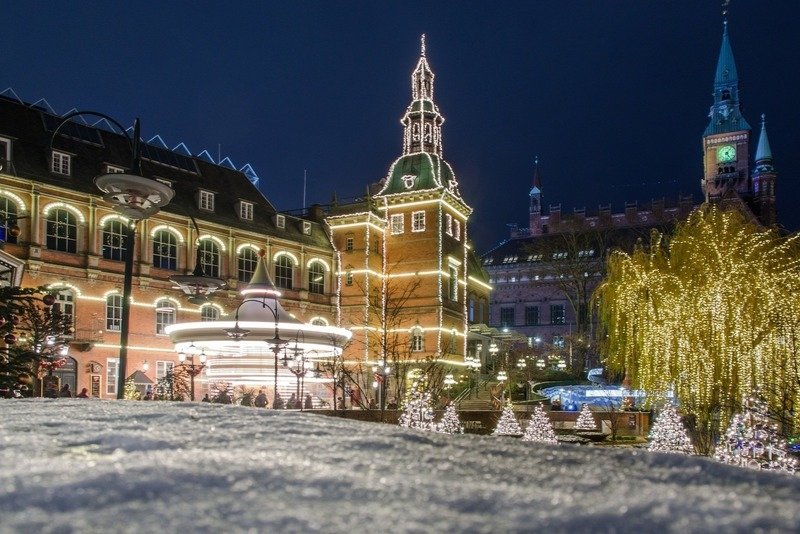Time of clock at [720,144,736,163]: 5:06
